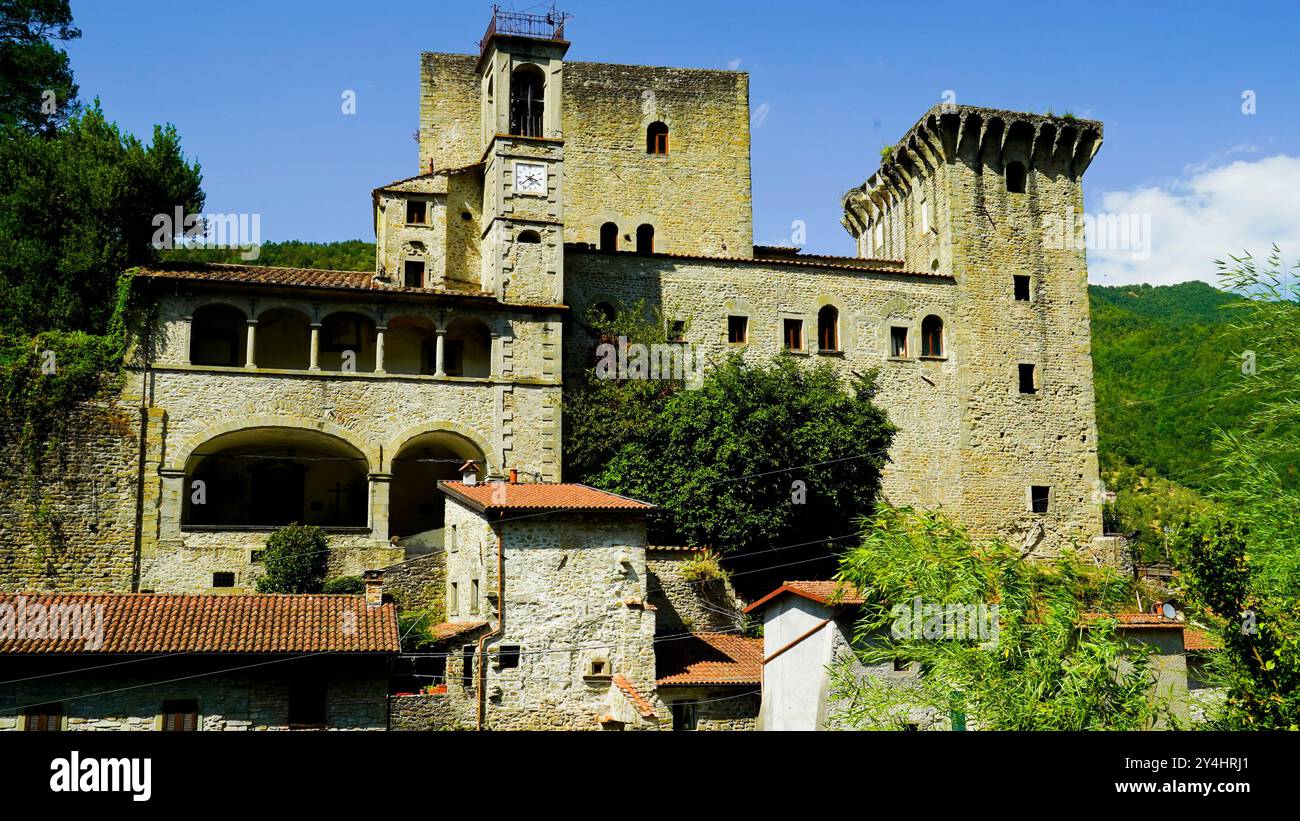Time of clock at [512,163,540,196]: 3:38
